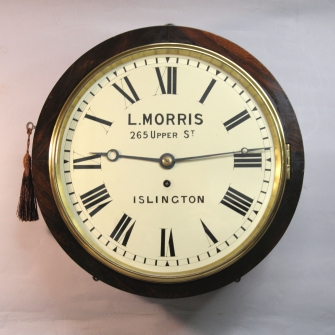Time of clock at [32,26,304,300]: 9:13
